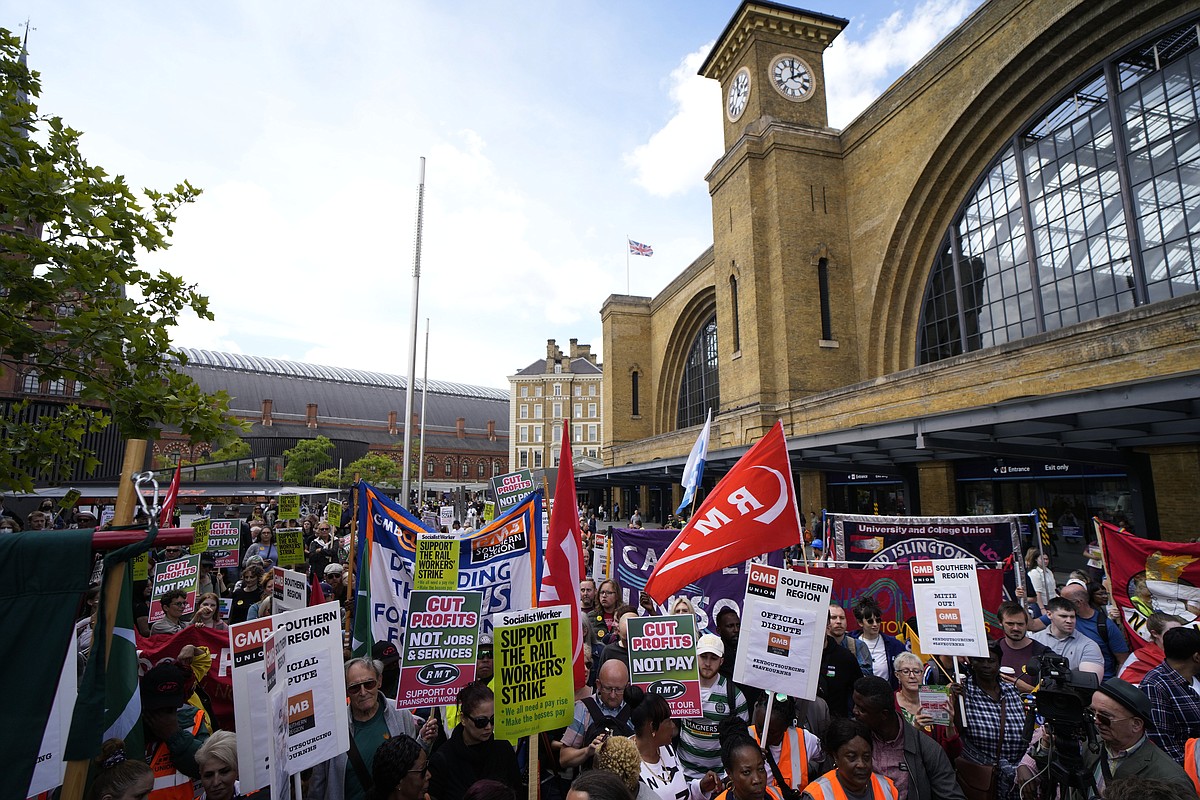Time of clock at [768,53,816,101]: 2:00
